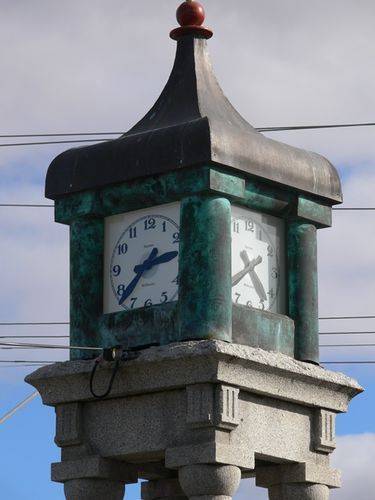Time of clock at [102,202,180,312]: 2:37
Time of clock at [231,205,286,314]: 4:40
